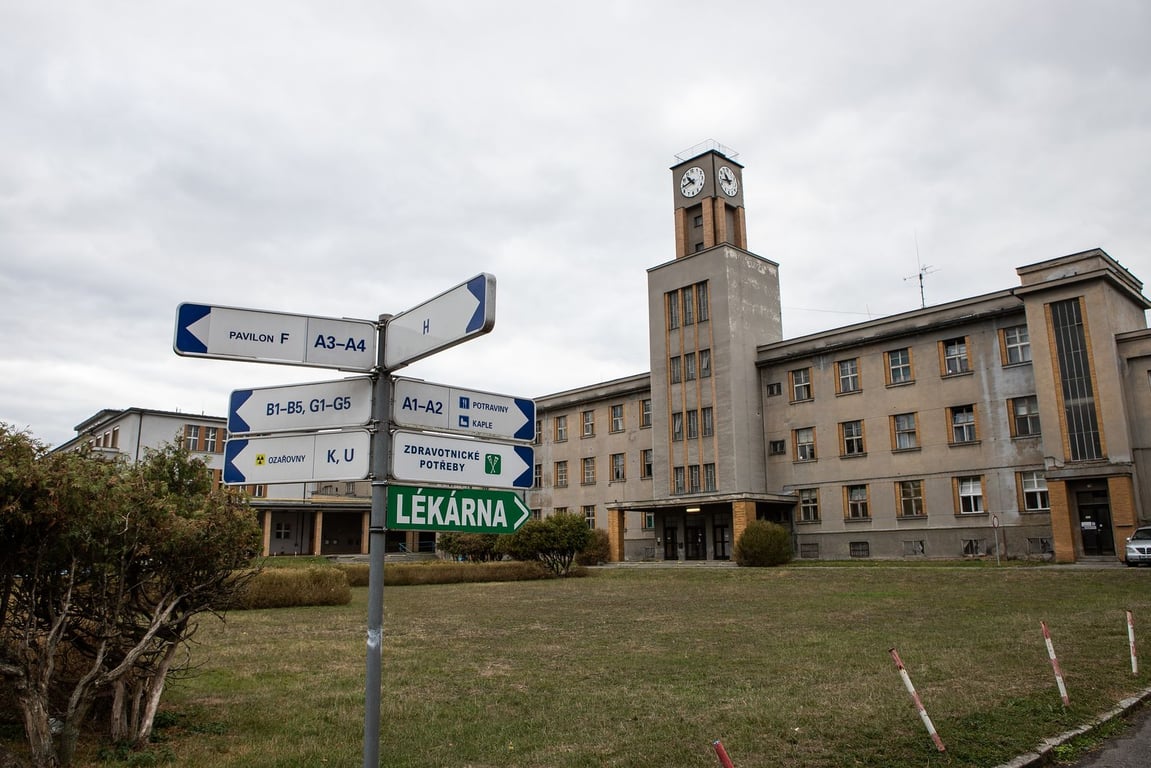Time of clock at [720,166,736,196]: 10:43
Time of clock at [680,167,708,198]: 10:43
